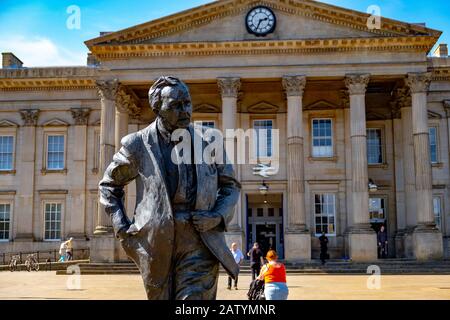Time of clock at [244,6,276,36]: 2:34
